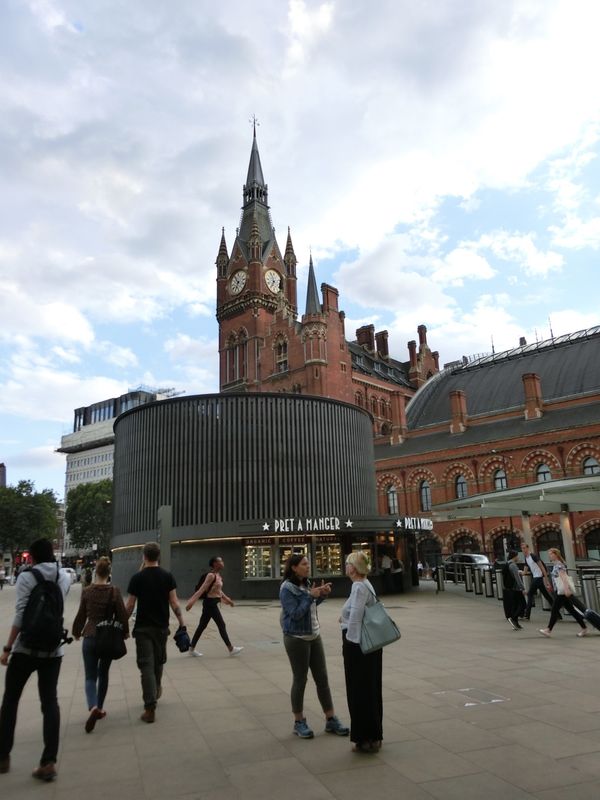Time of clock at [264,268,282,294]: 6:56
